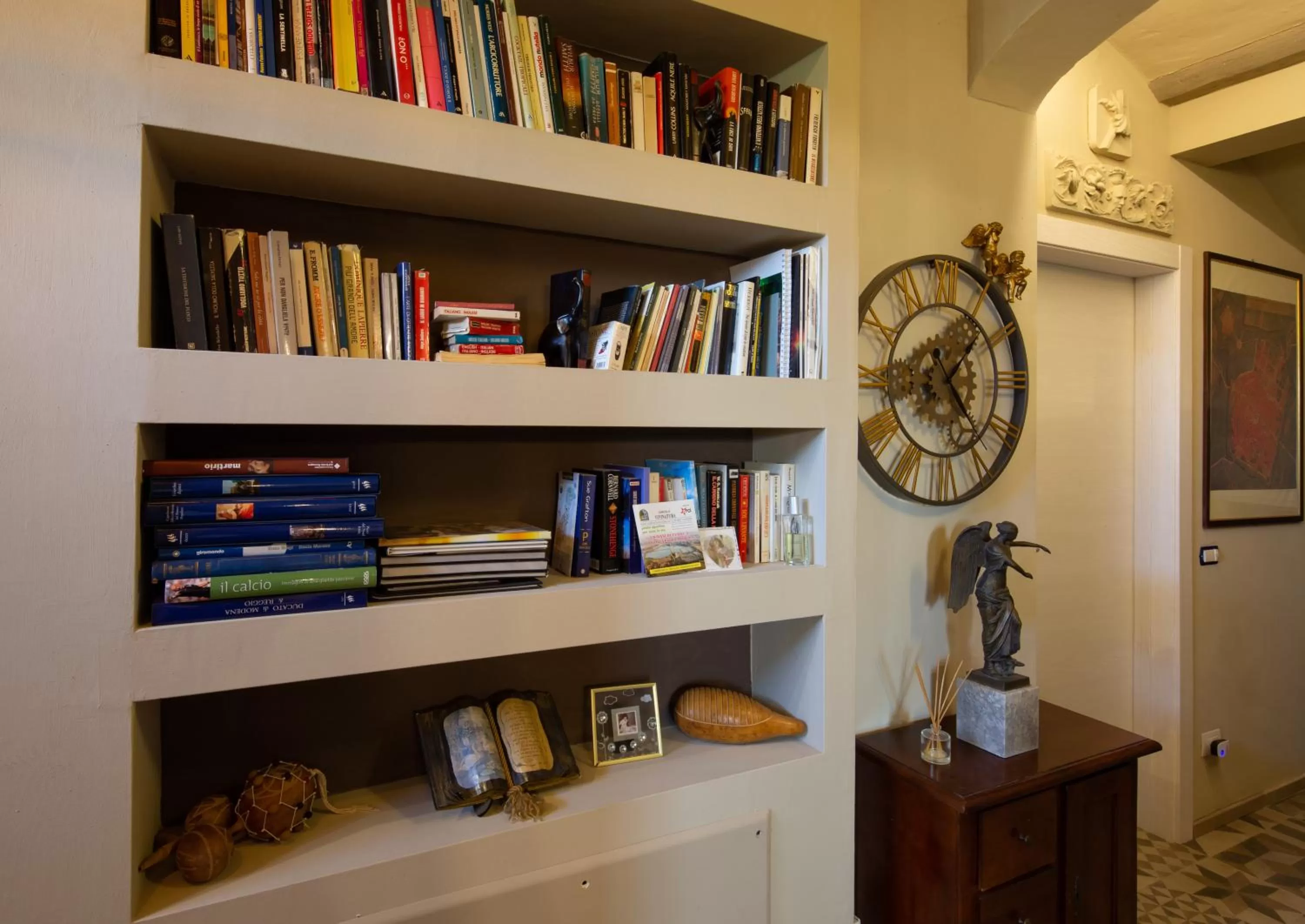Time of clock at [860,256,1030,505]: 1:23
